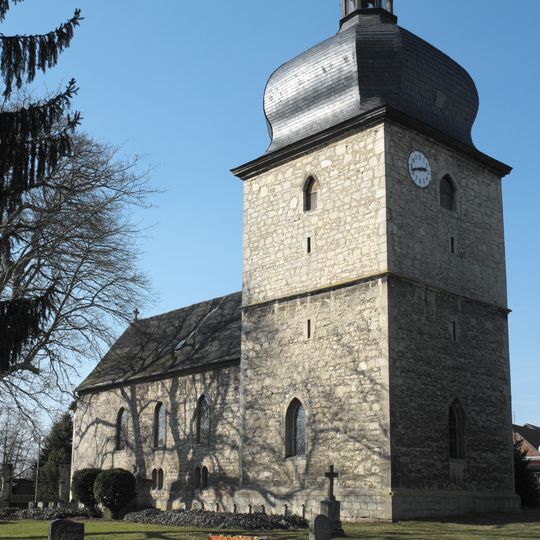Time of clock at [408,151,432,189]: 2:42
